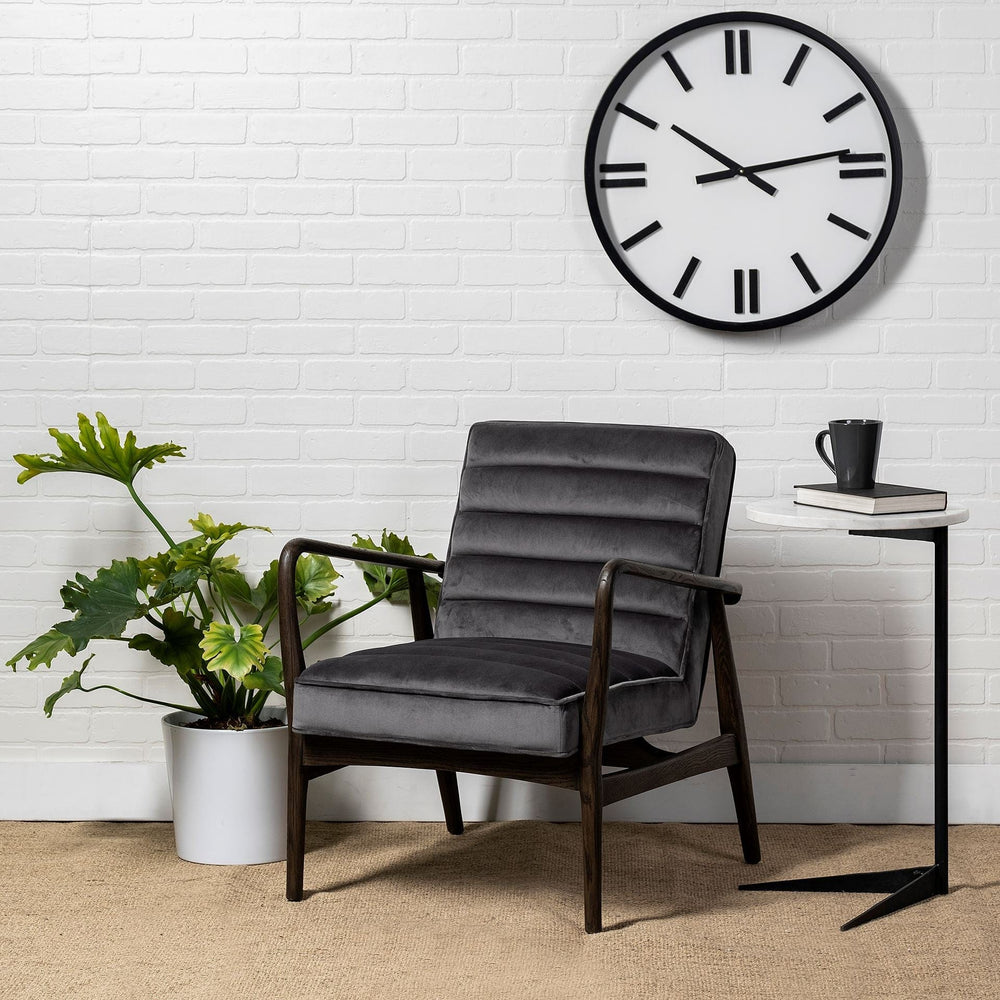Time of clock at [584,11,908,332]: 10:13
